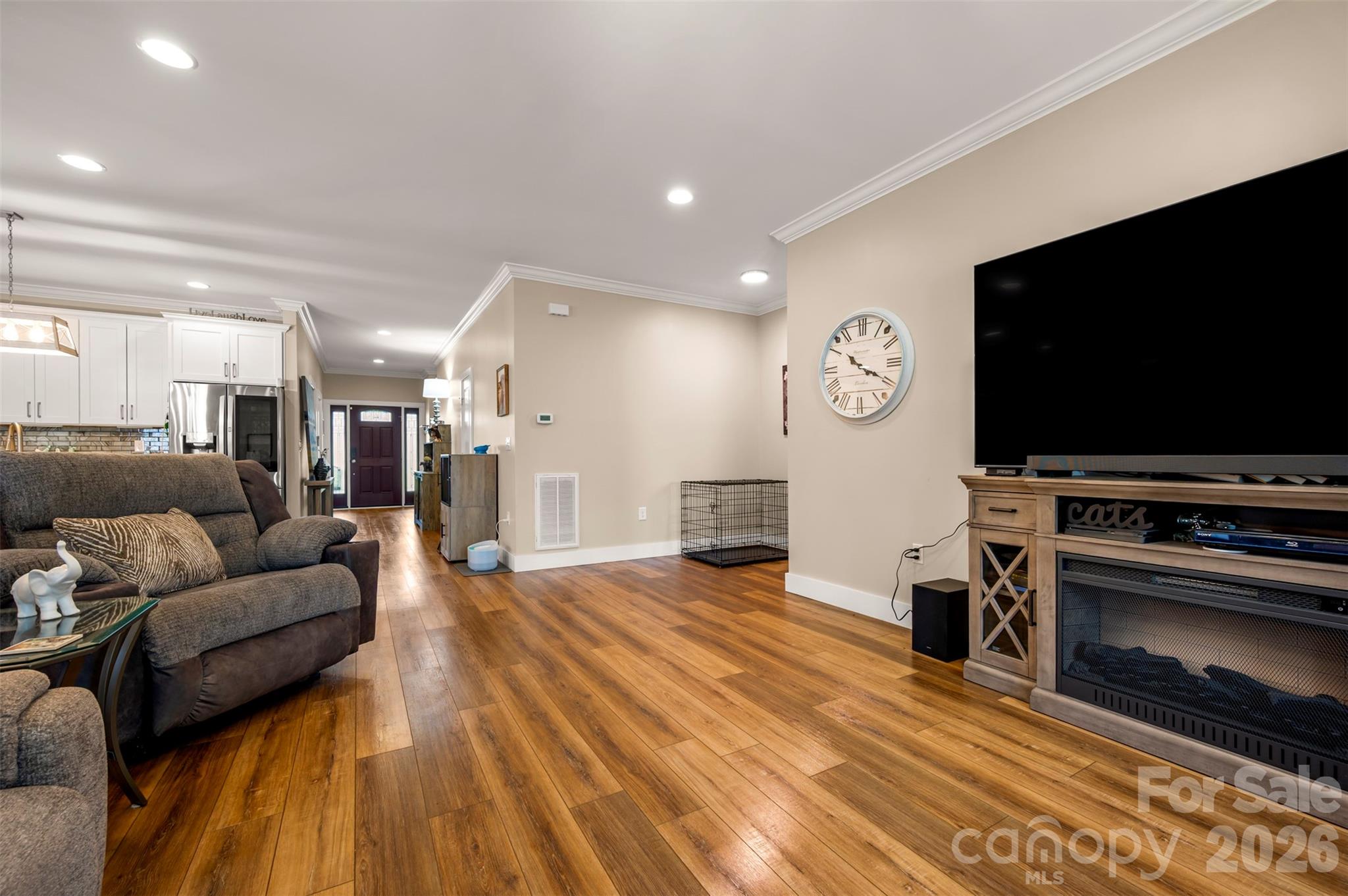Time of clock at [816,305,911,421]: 10:19
